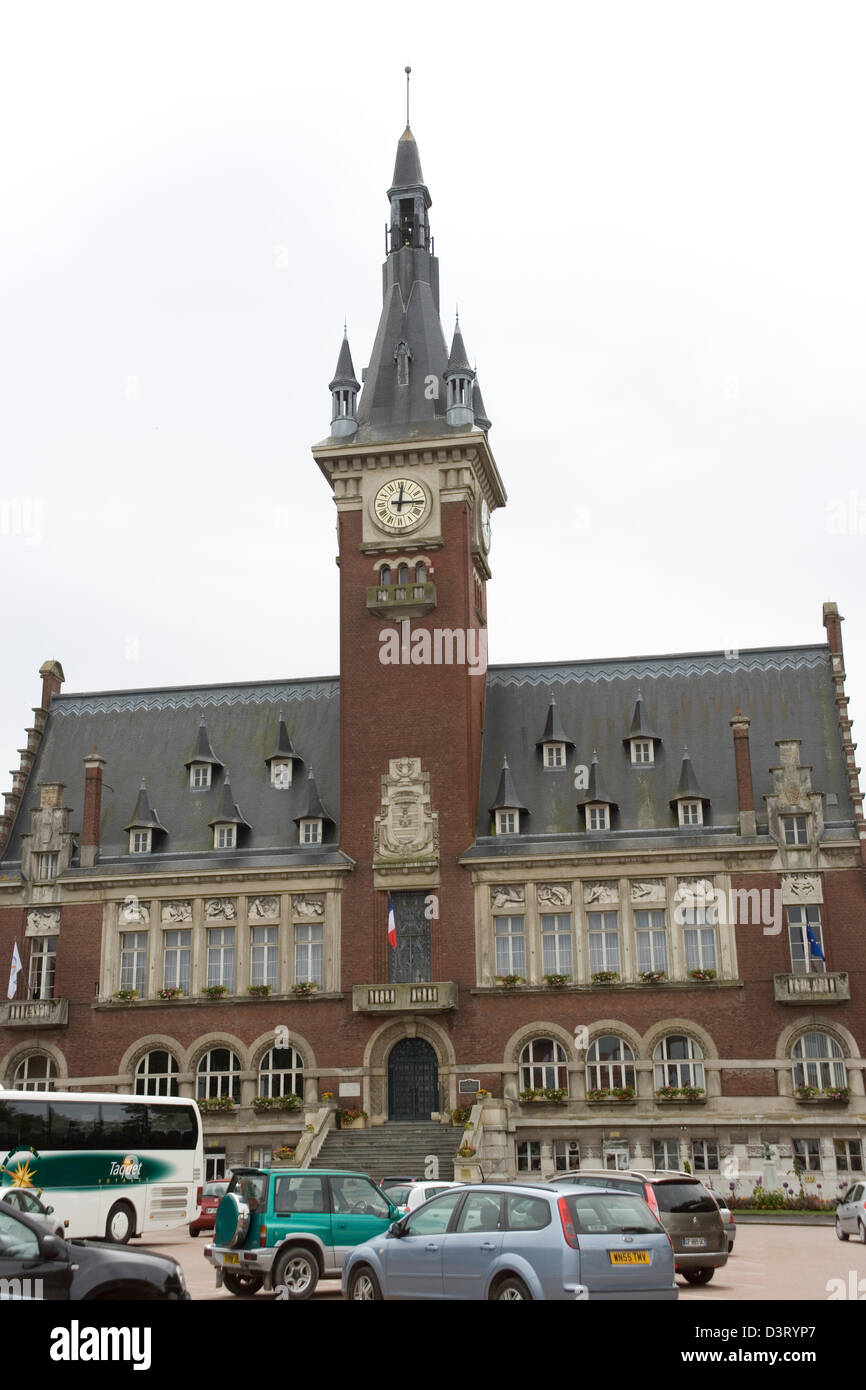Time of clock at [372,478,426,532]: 12:14
